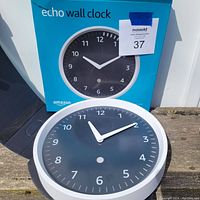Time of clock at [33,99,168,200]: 10:10
